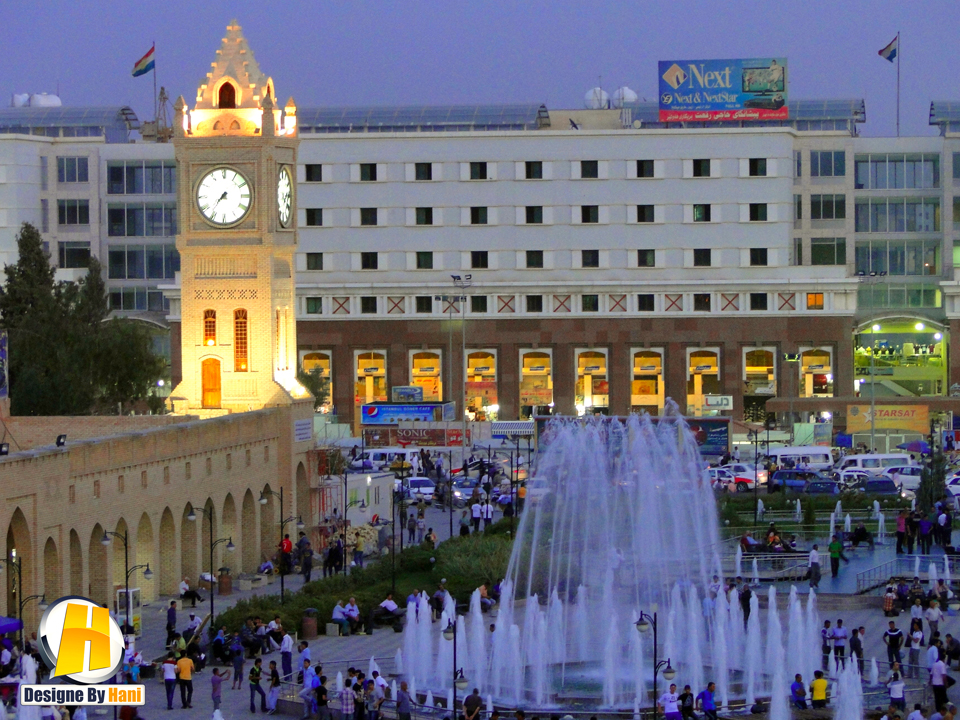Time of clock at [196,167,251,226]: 7:36
